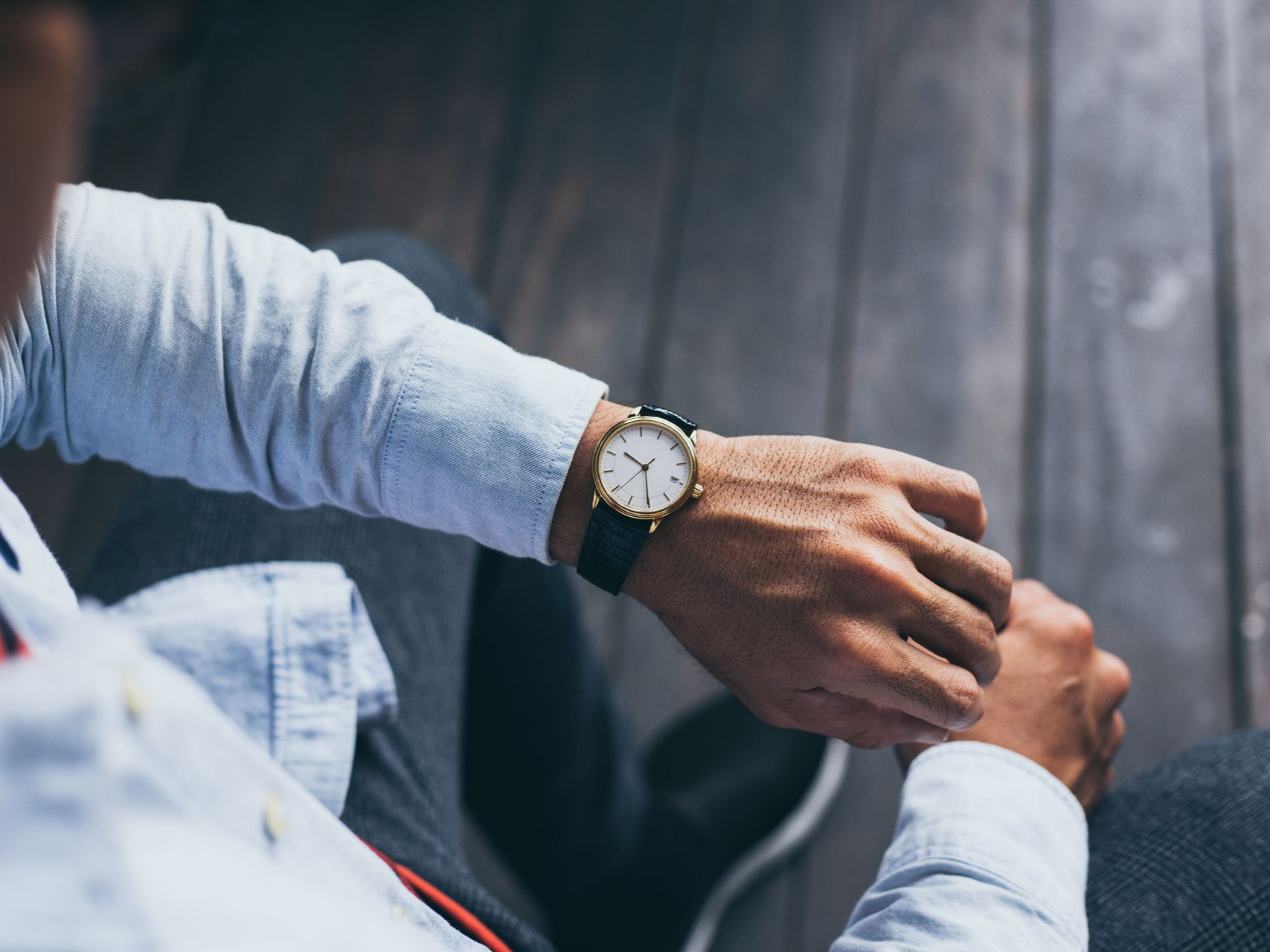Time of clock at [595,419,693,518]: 10:30
